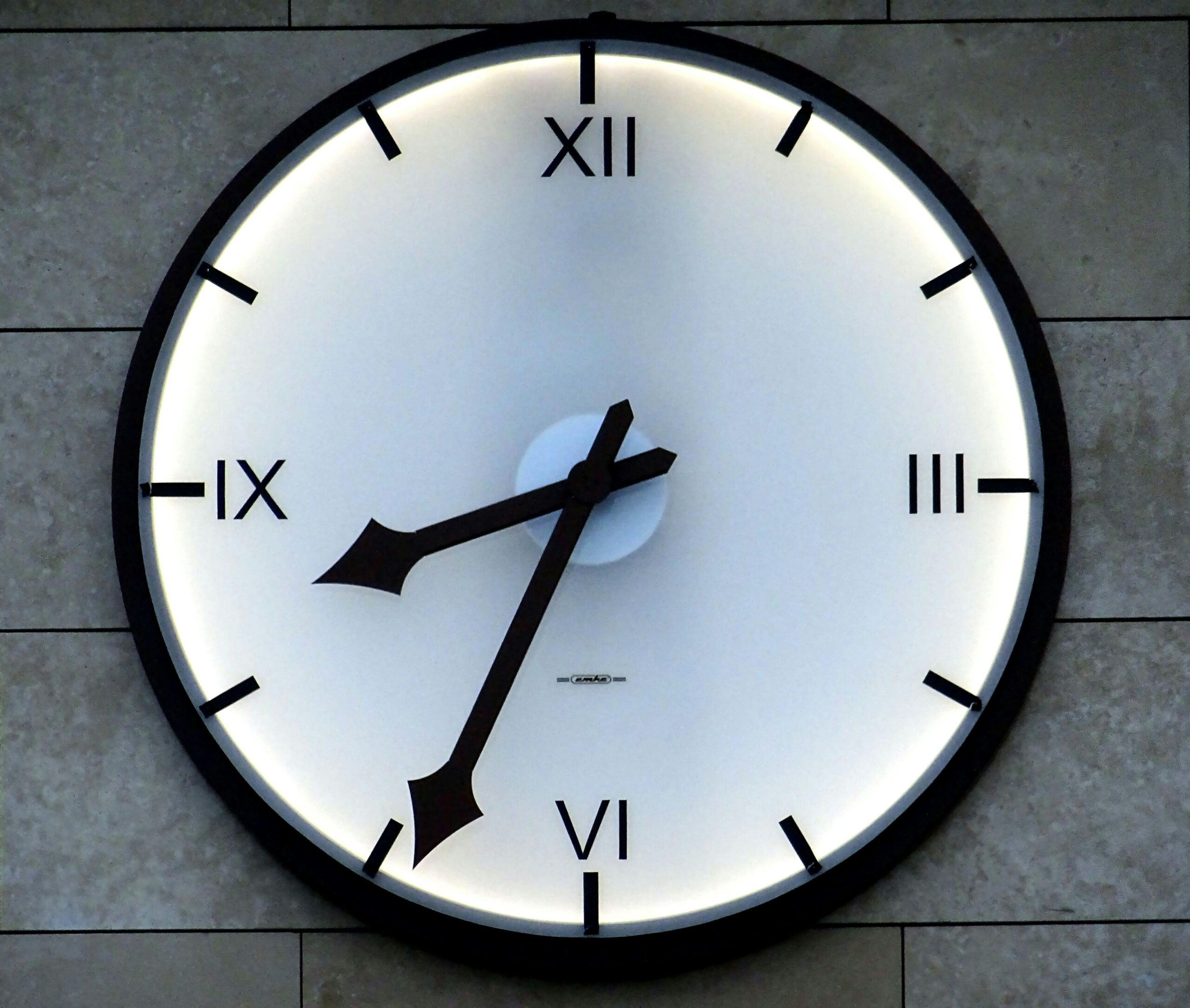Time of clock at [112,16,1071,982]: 8:34
